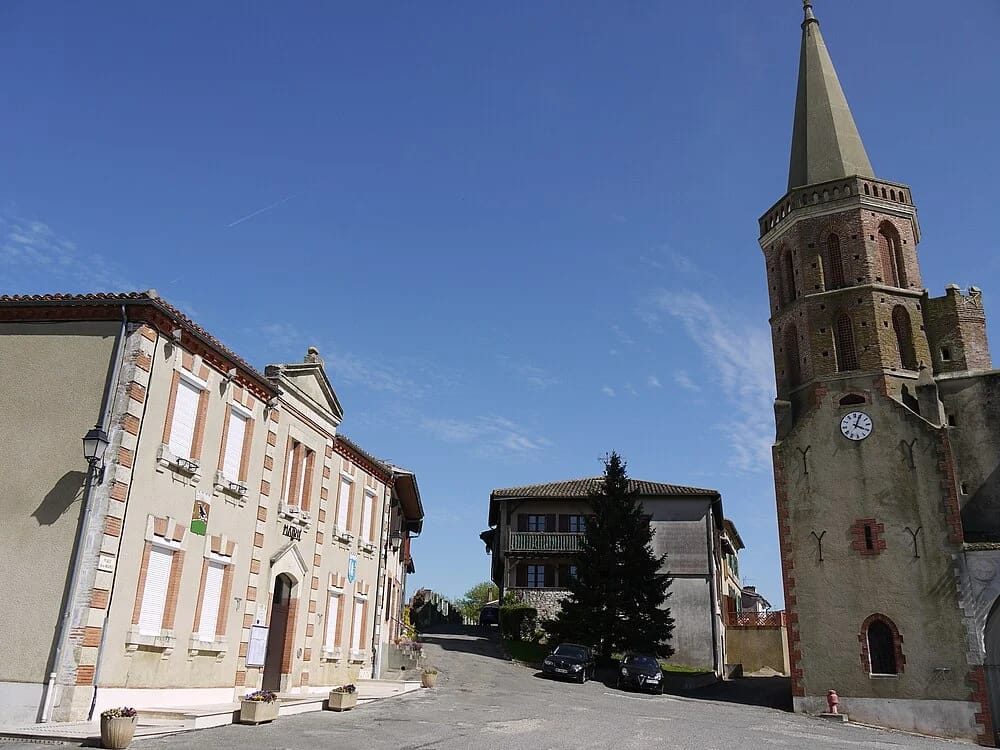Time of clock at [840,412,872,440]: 4:04
